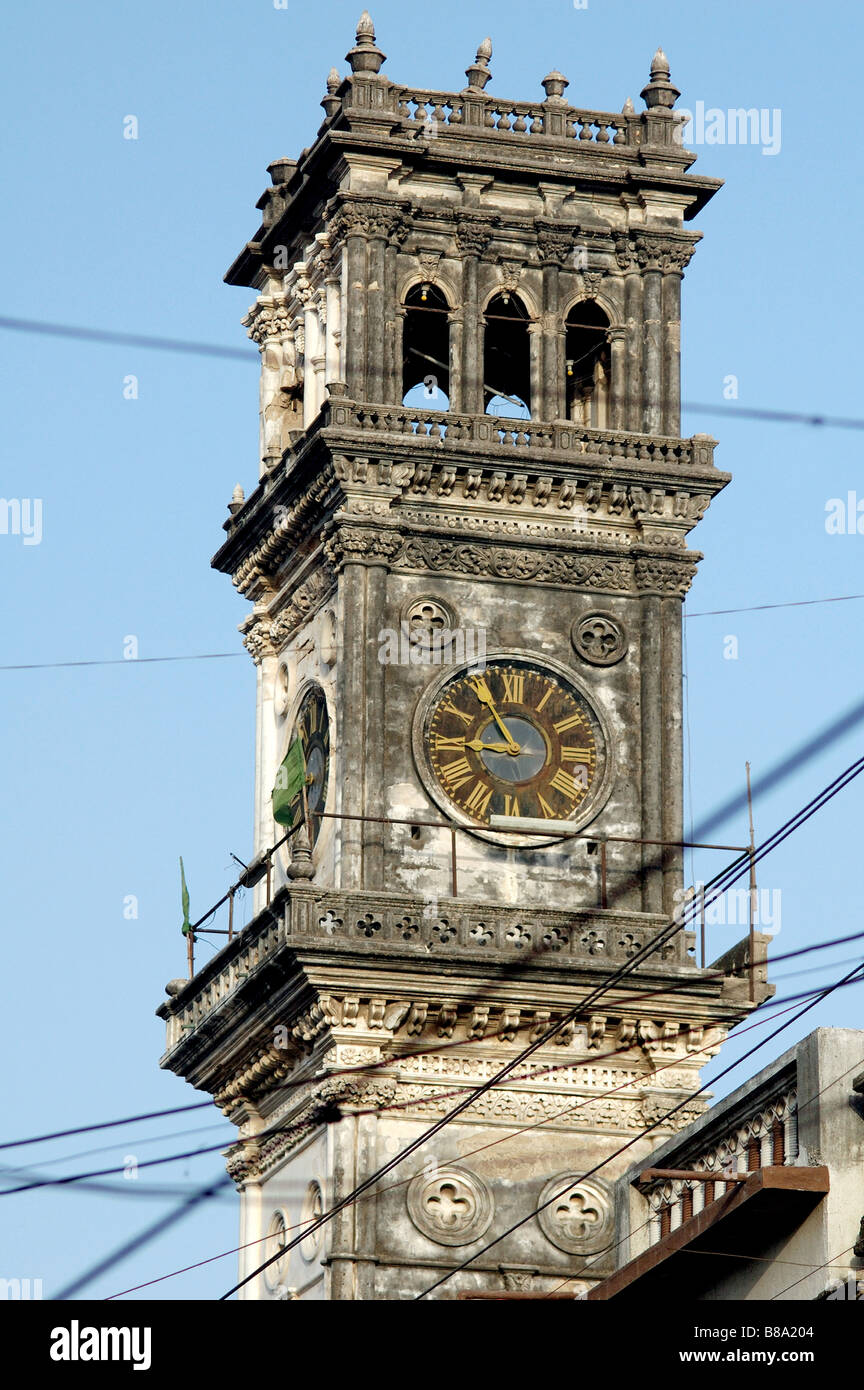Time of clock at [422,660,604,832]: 8:55
